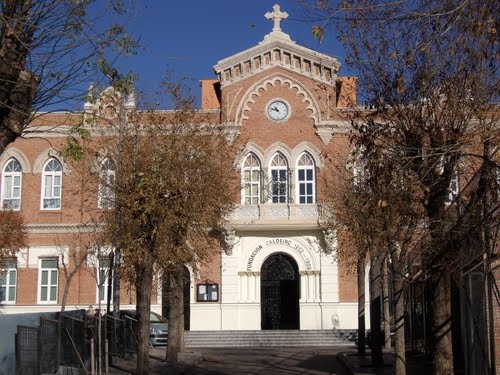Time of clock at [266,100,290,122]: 10:47
